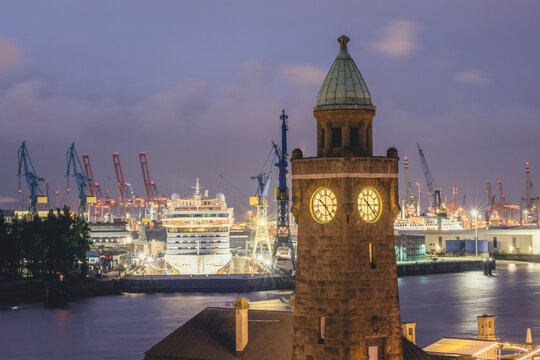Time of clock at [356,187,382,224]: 10:22
